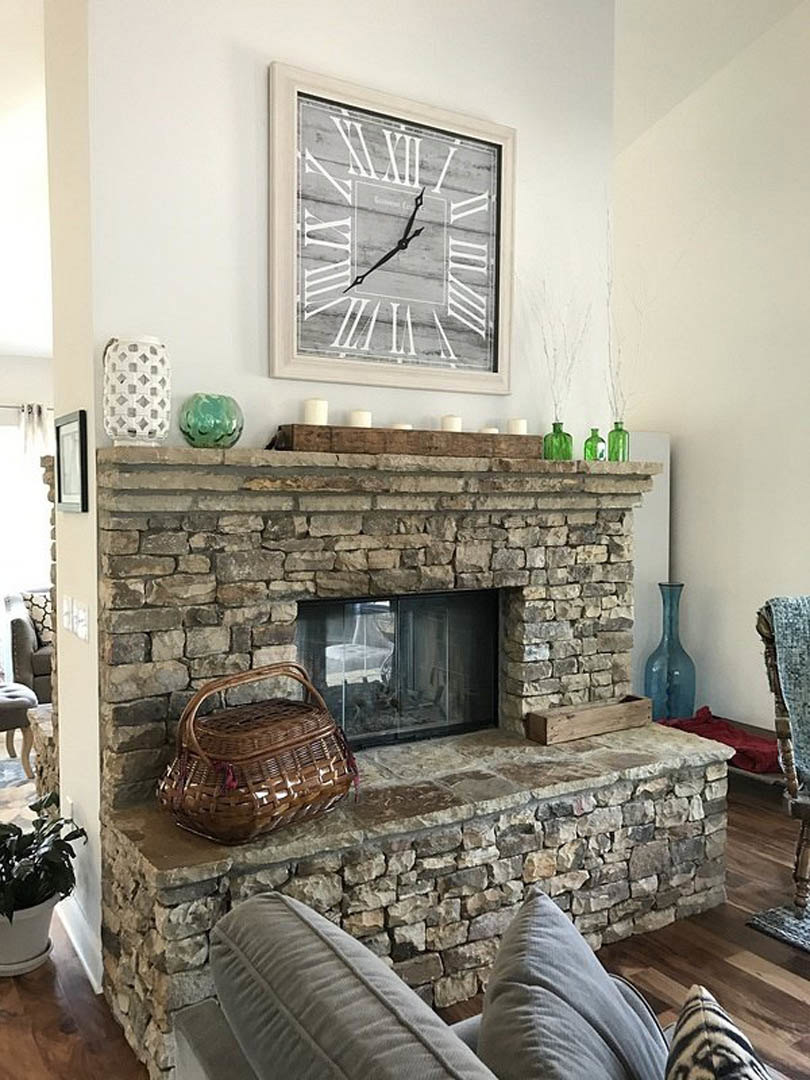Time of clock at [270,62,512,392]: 12:38
